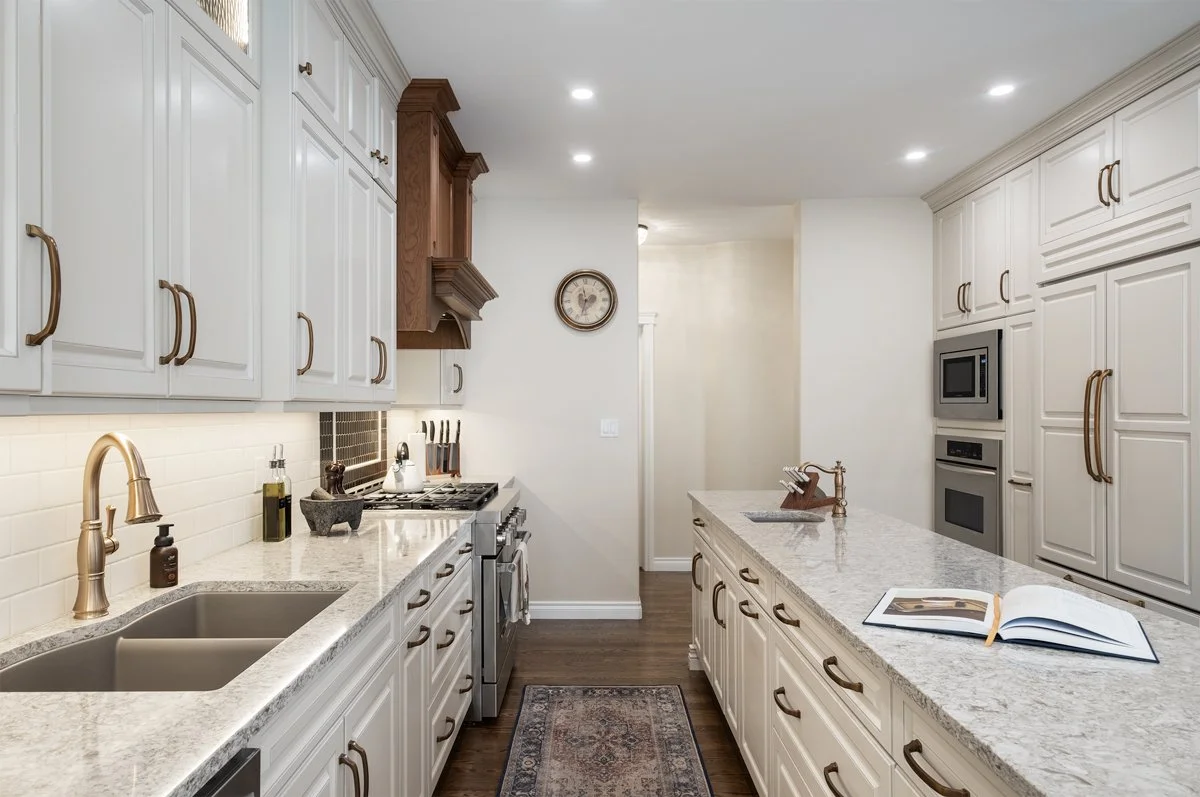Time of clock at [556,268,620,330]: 2:33
